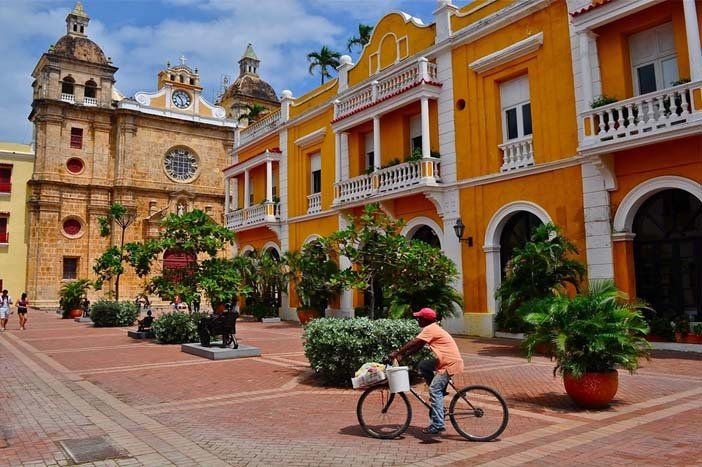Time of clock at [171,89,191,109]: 10:28
